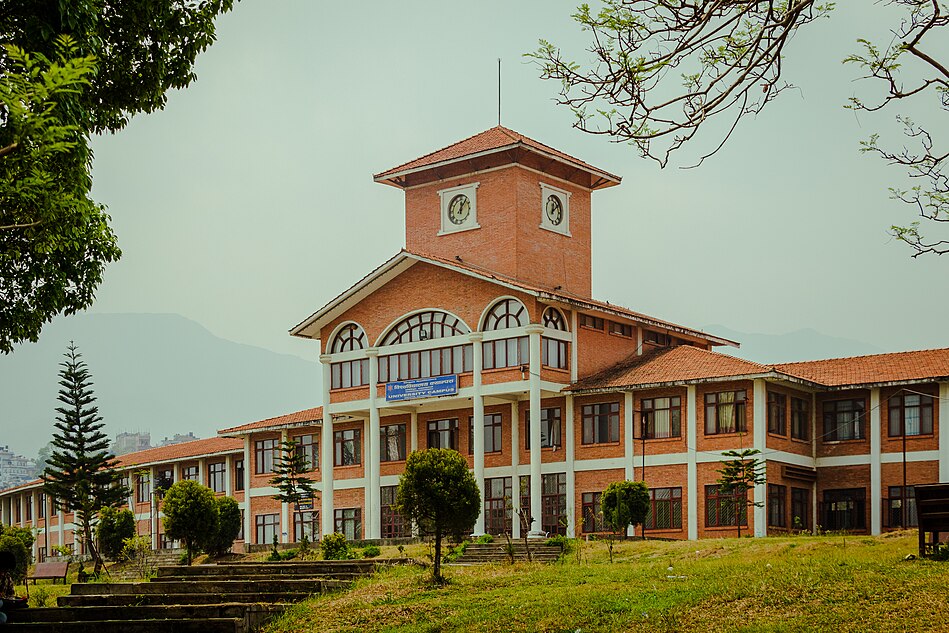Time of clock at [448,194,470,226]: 12:06
